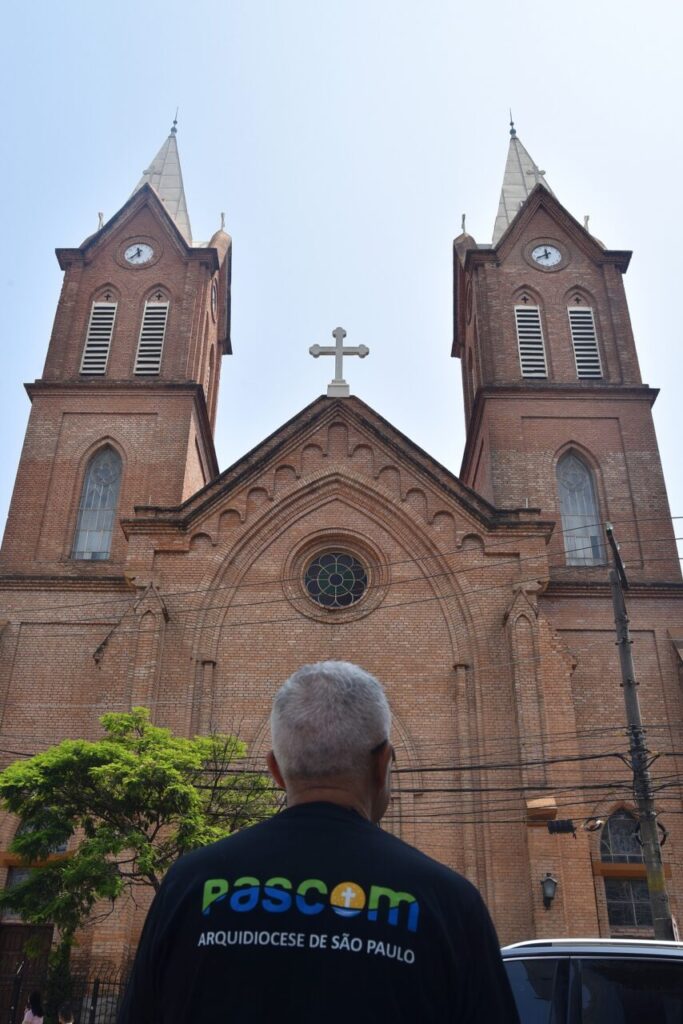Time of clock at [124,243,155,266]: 11:37
